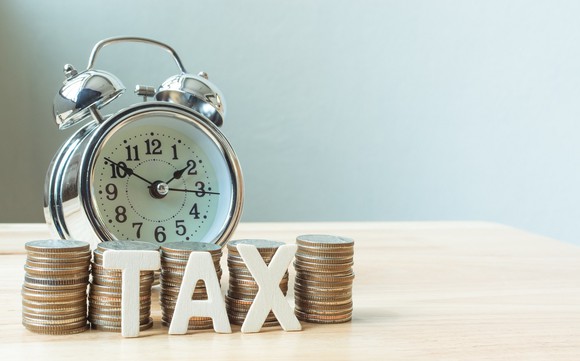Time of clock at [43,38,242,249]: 1:50
